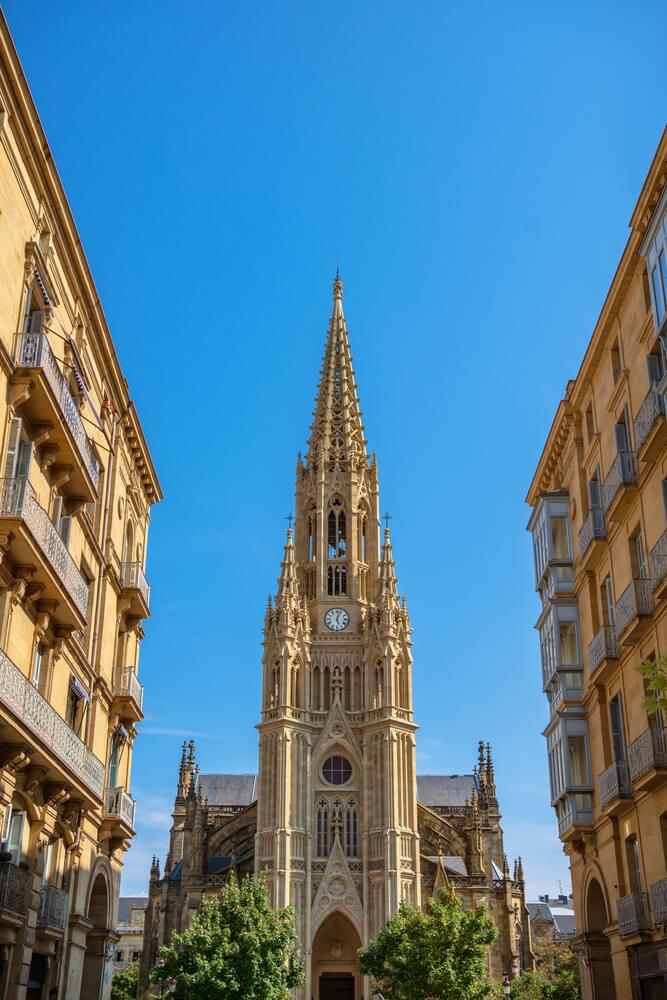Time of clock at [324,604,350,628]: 5:03
